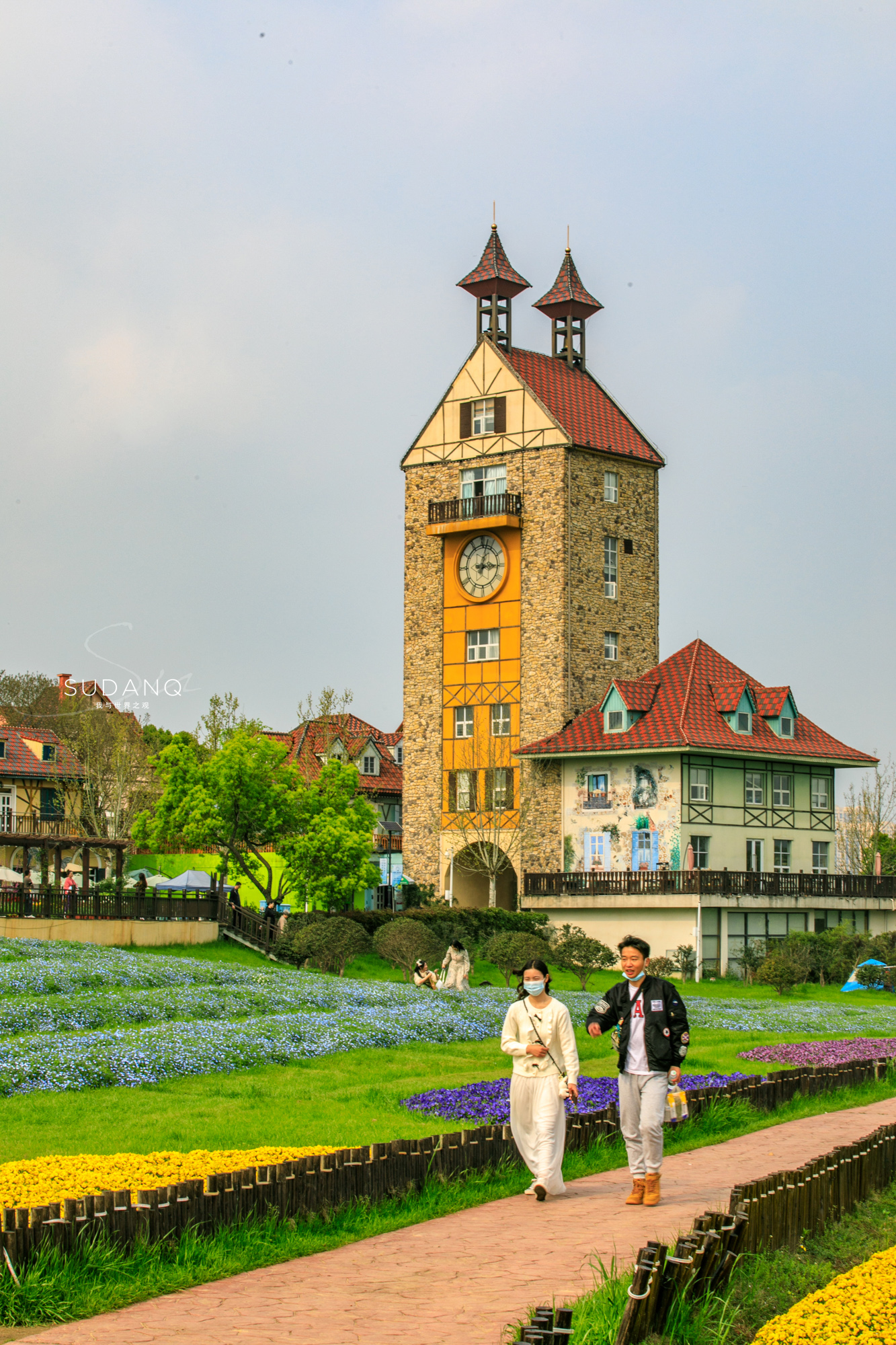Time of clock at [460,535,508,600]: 3:02
